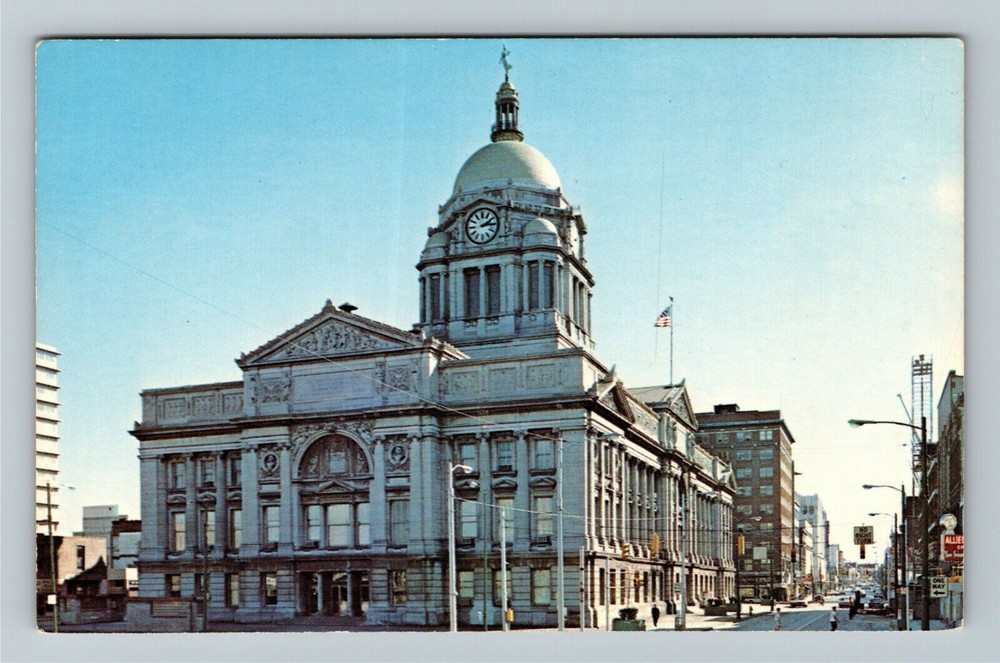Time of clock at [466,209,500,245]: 2:14
